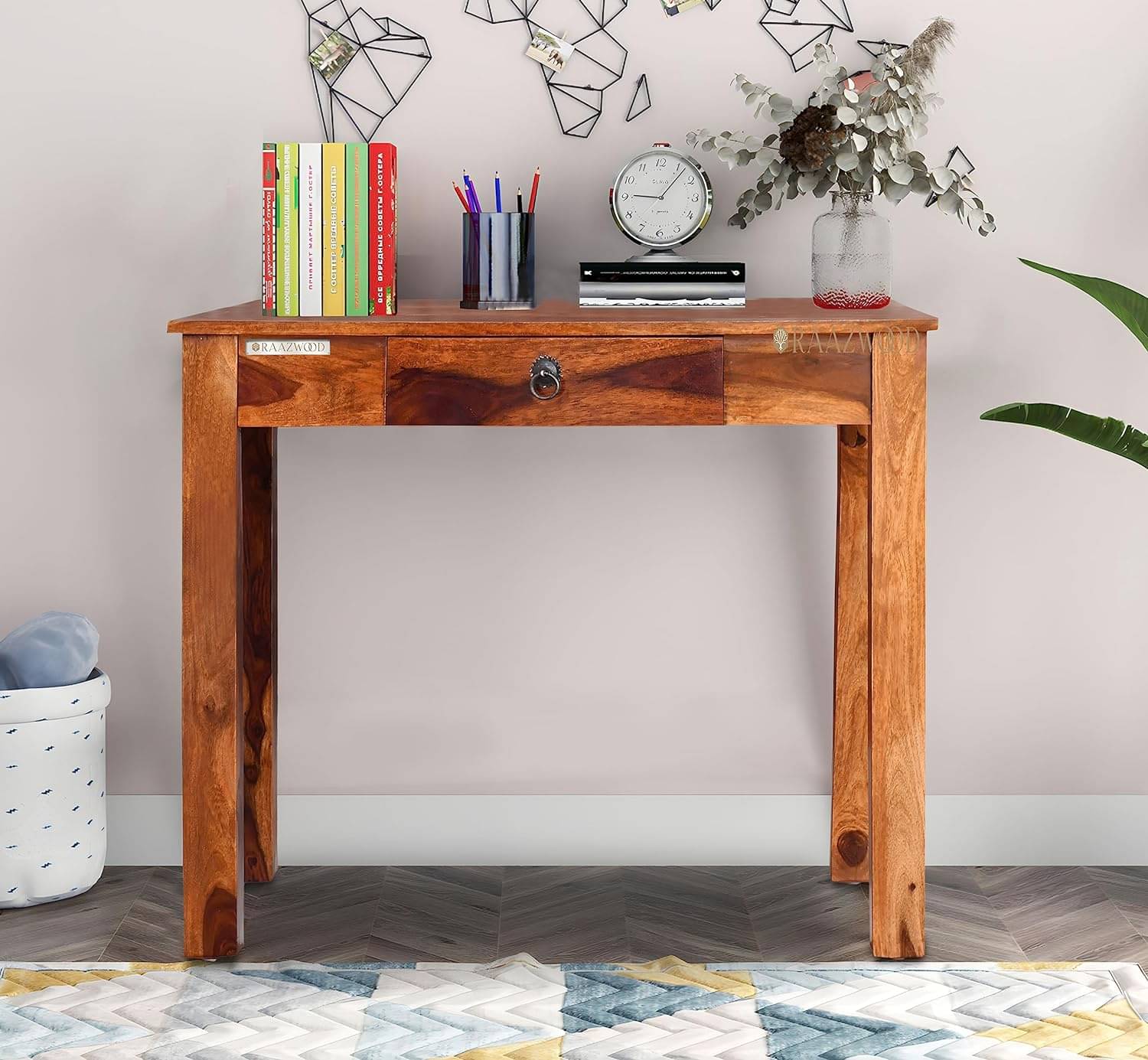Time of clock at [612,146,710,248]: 9:06
